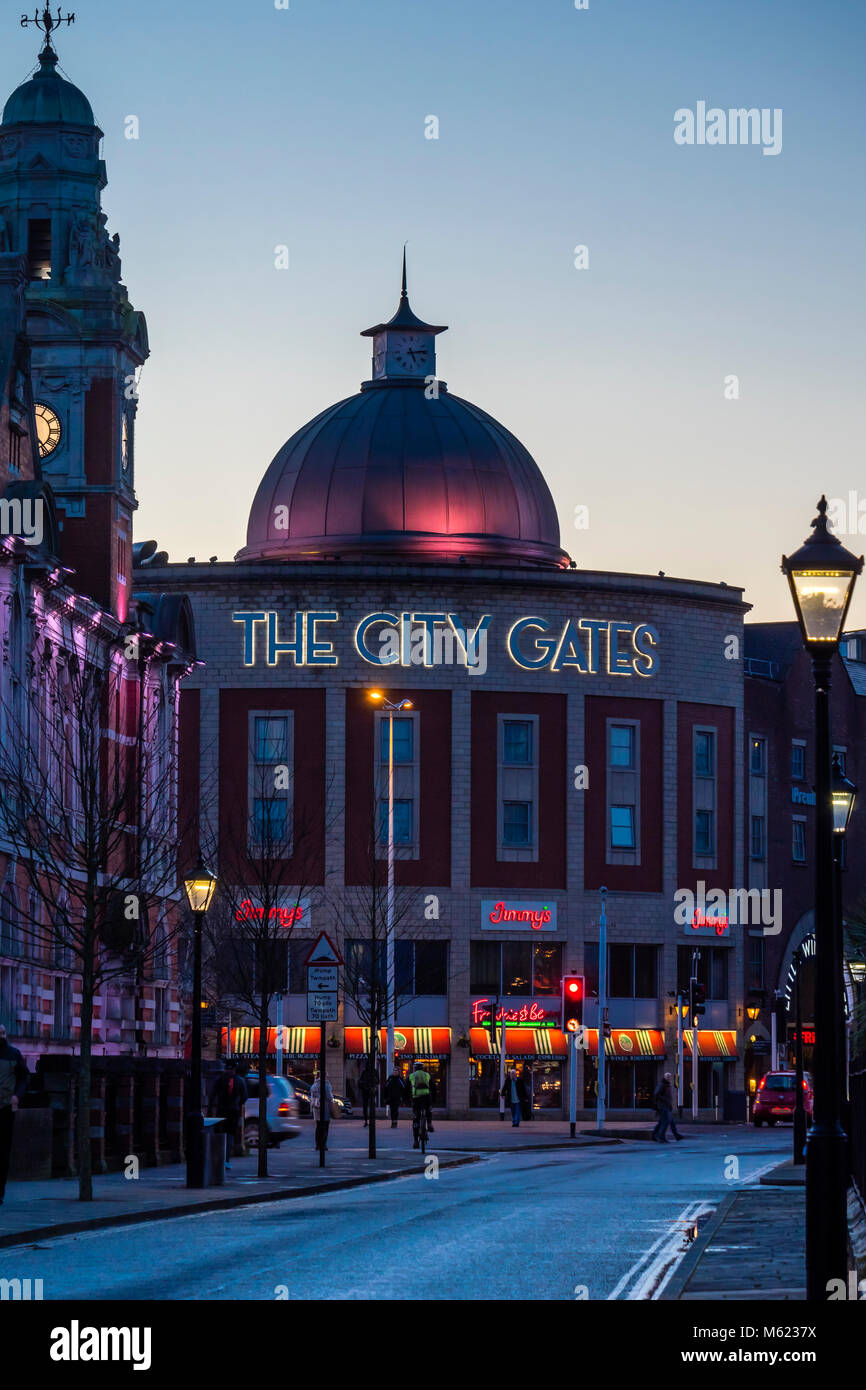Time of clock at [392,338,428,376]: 5:13
